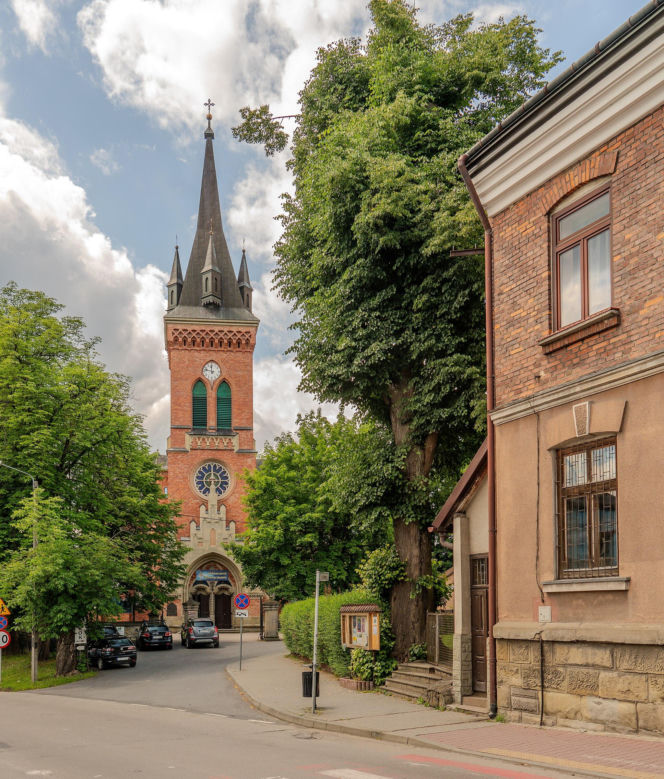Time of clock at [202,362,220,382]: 11:47
